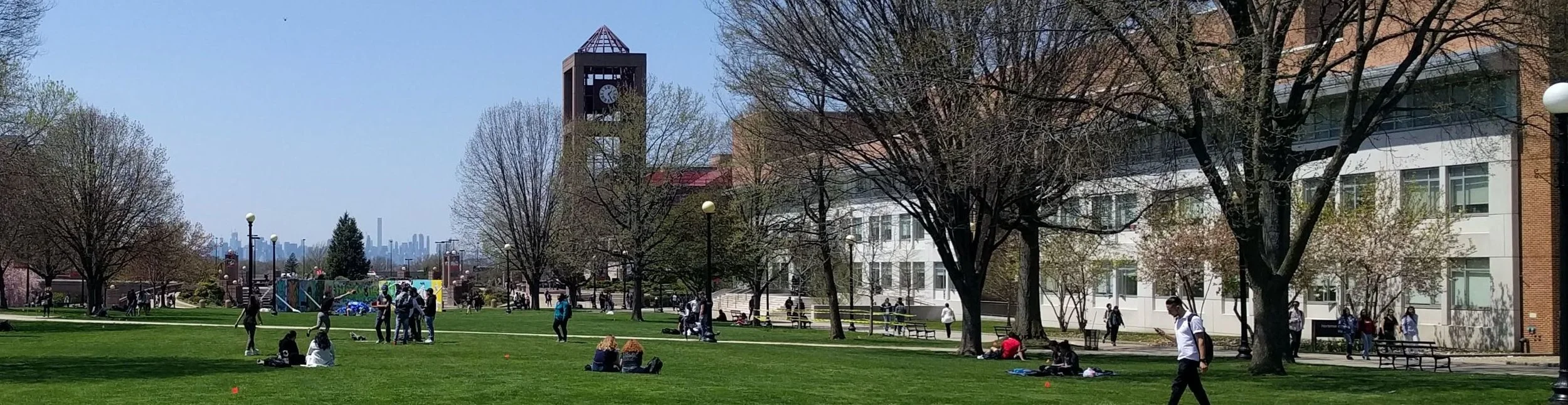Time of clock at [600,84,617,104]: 1:25
